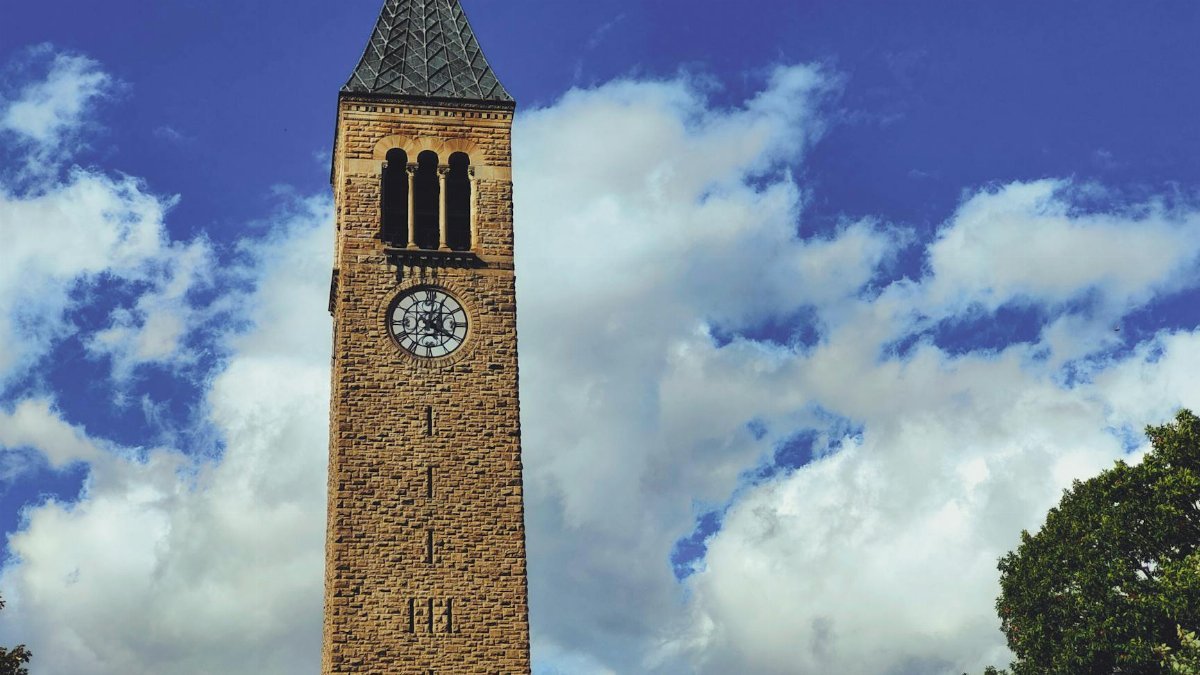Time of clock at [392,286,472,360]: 4:01
